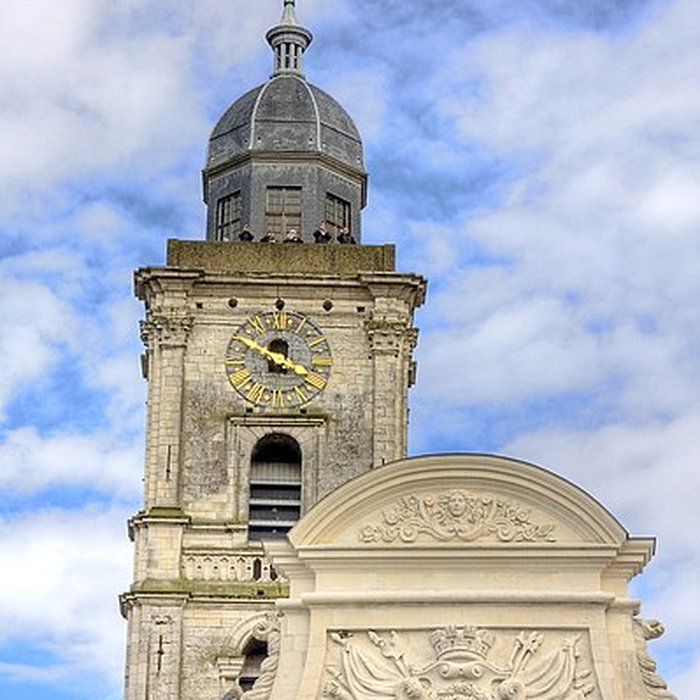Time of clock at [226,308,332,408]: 3:50
